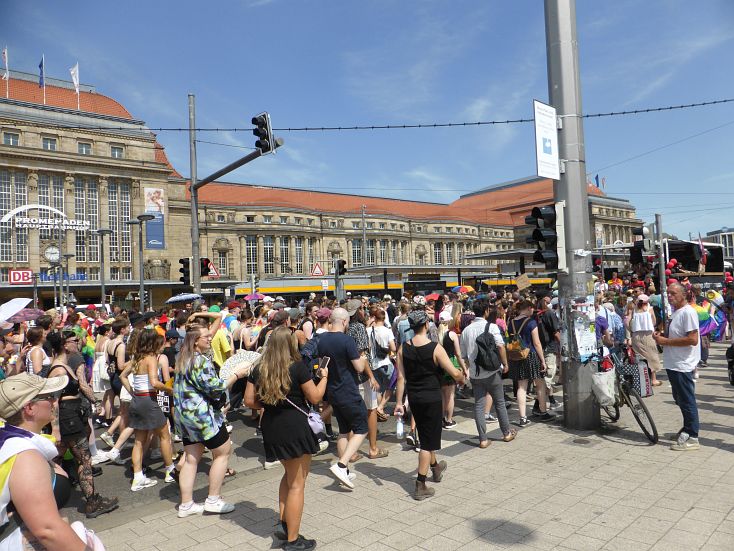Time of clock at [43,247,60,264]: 2:46
